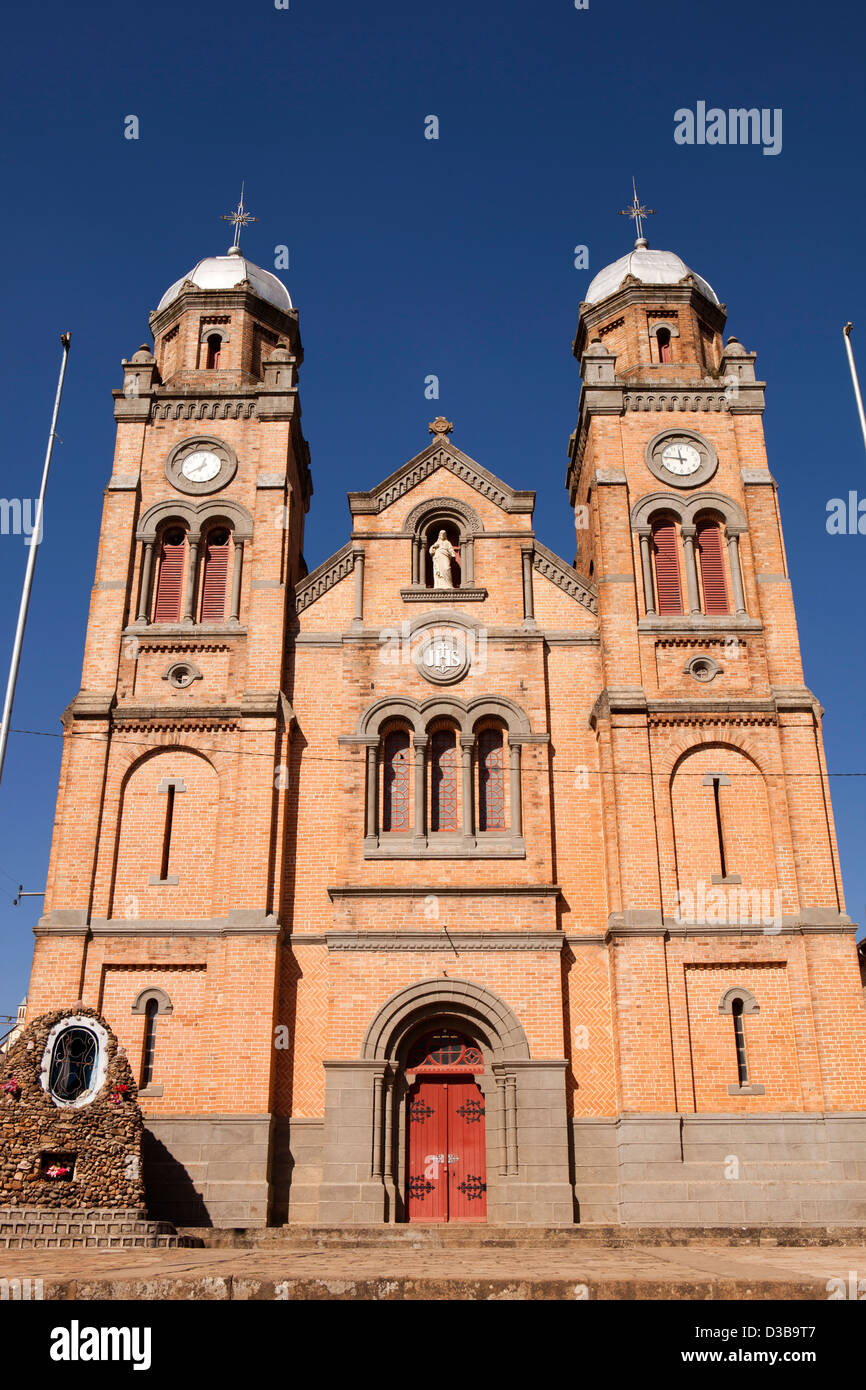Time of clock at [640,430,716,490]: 11:46
